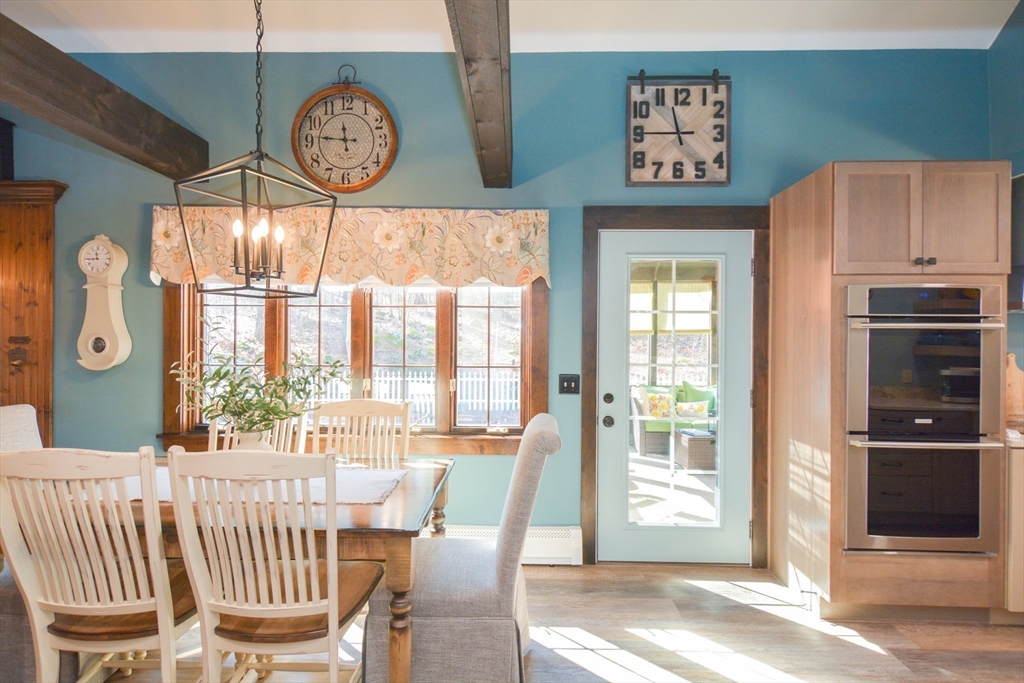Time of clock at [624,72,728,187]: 11:45
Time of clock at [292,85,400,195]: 11:46
